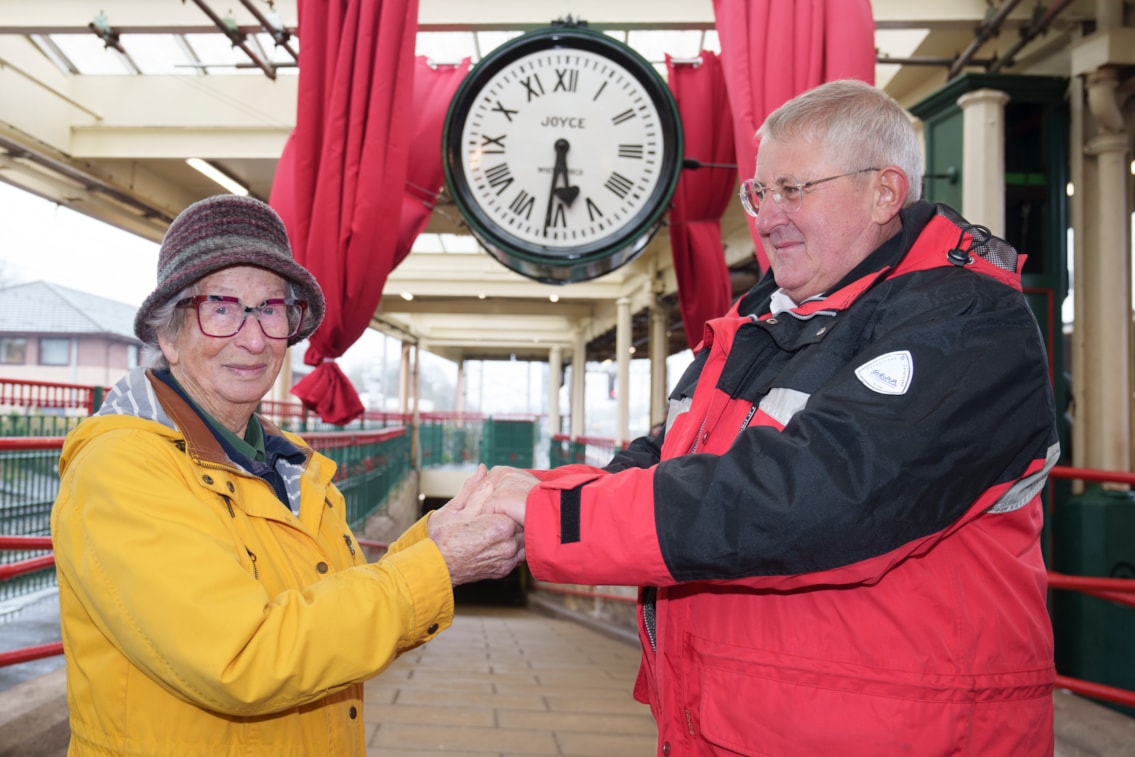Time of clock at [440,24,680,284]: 5:30
